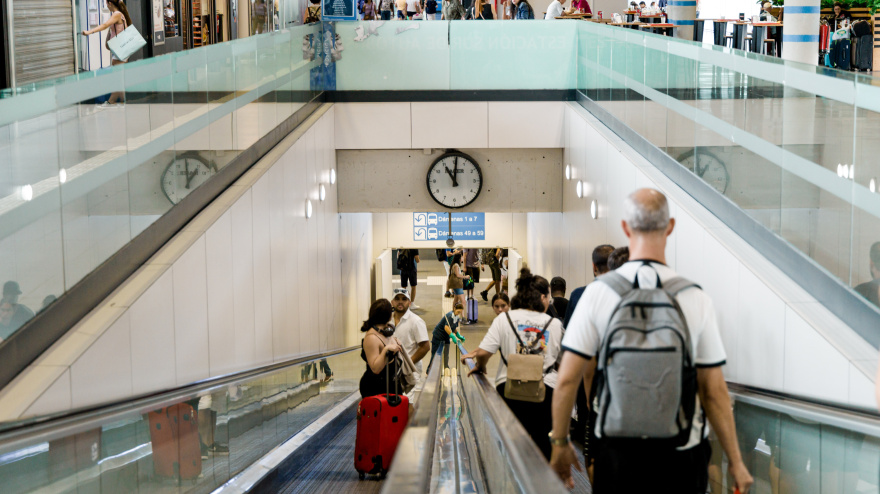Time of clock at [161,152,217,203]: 12:58
